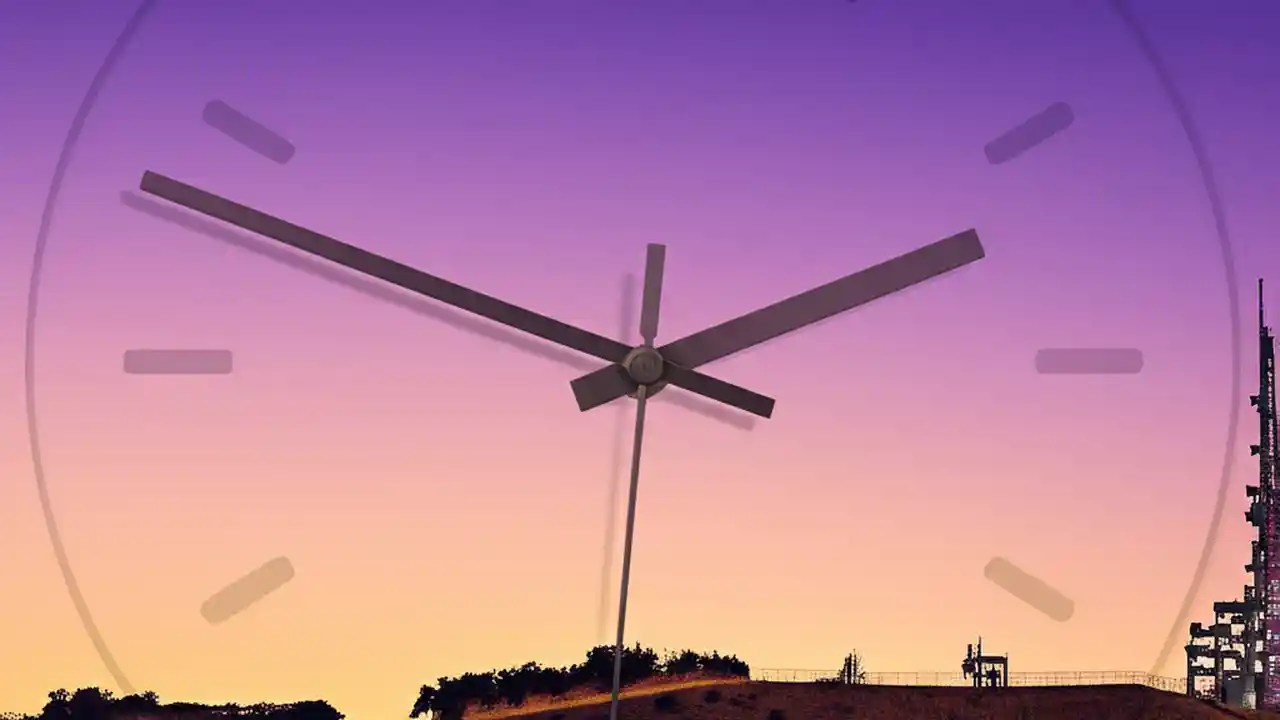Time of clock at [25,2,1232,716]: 1:49
